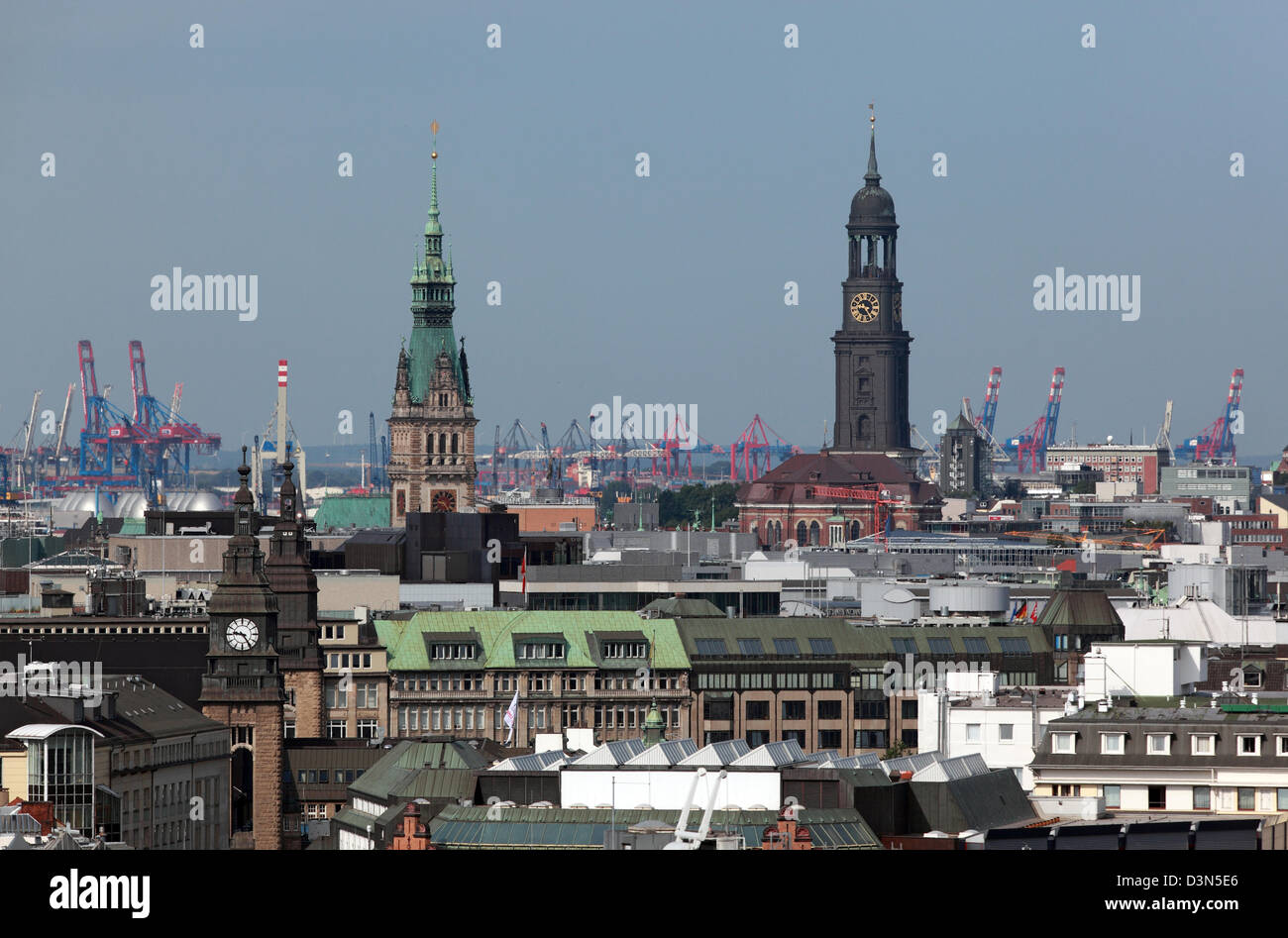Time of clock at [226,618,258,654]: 9:24
